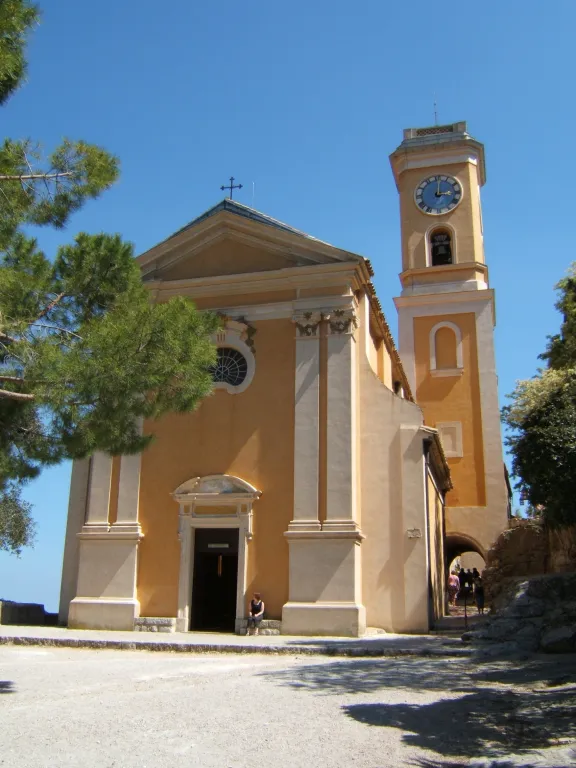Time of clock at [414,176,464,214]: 3:01
